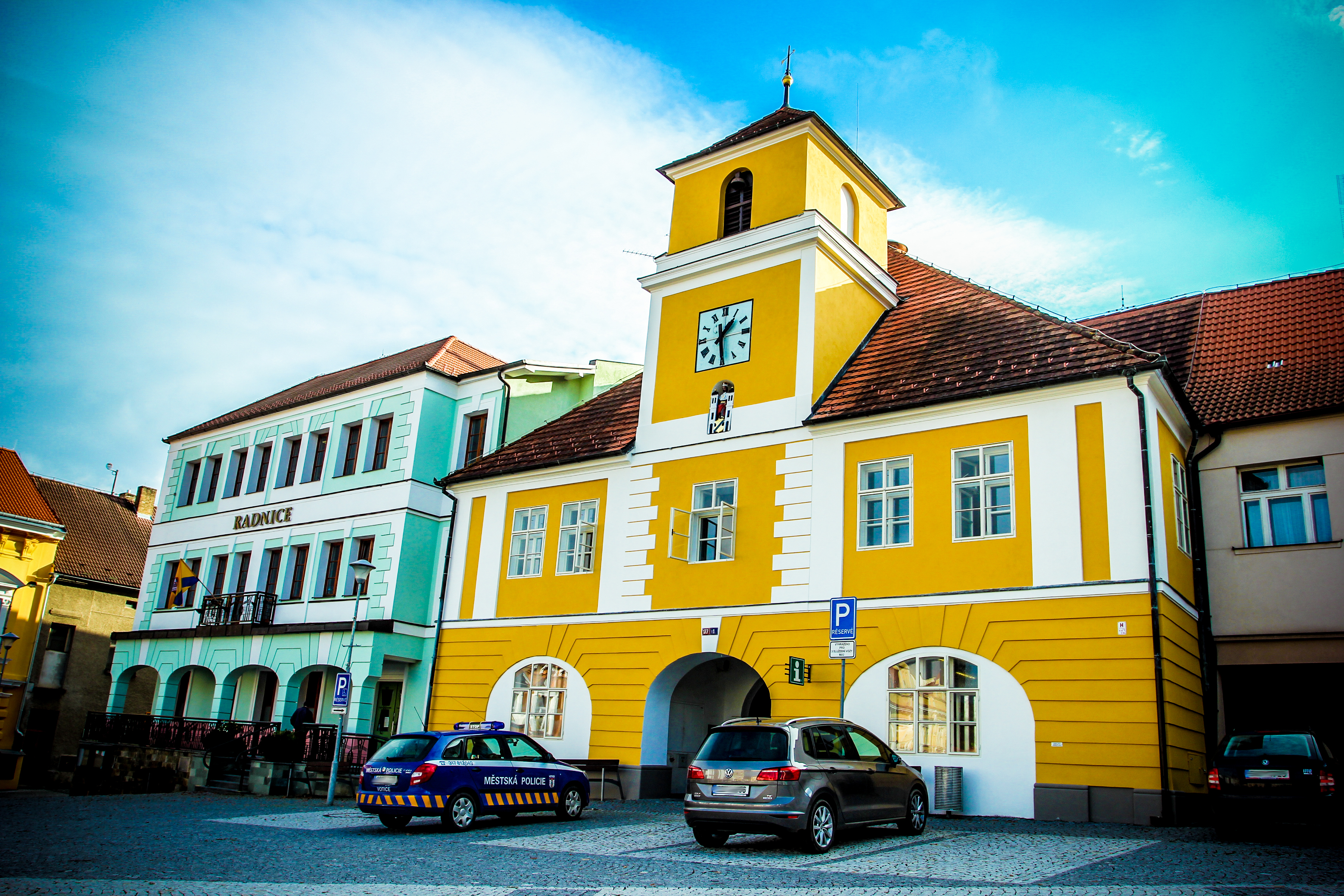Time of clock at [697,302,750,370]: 1:29
